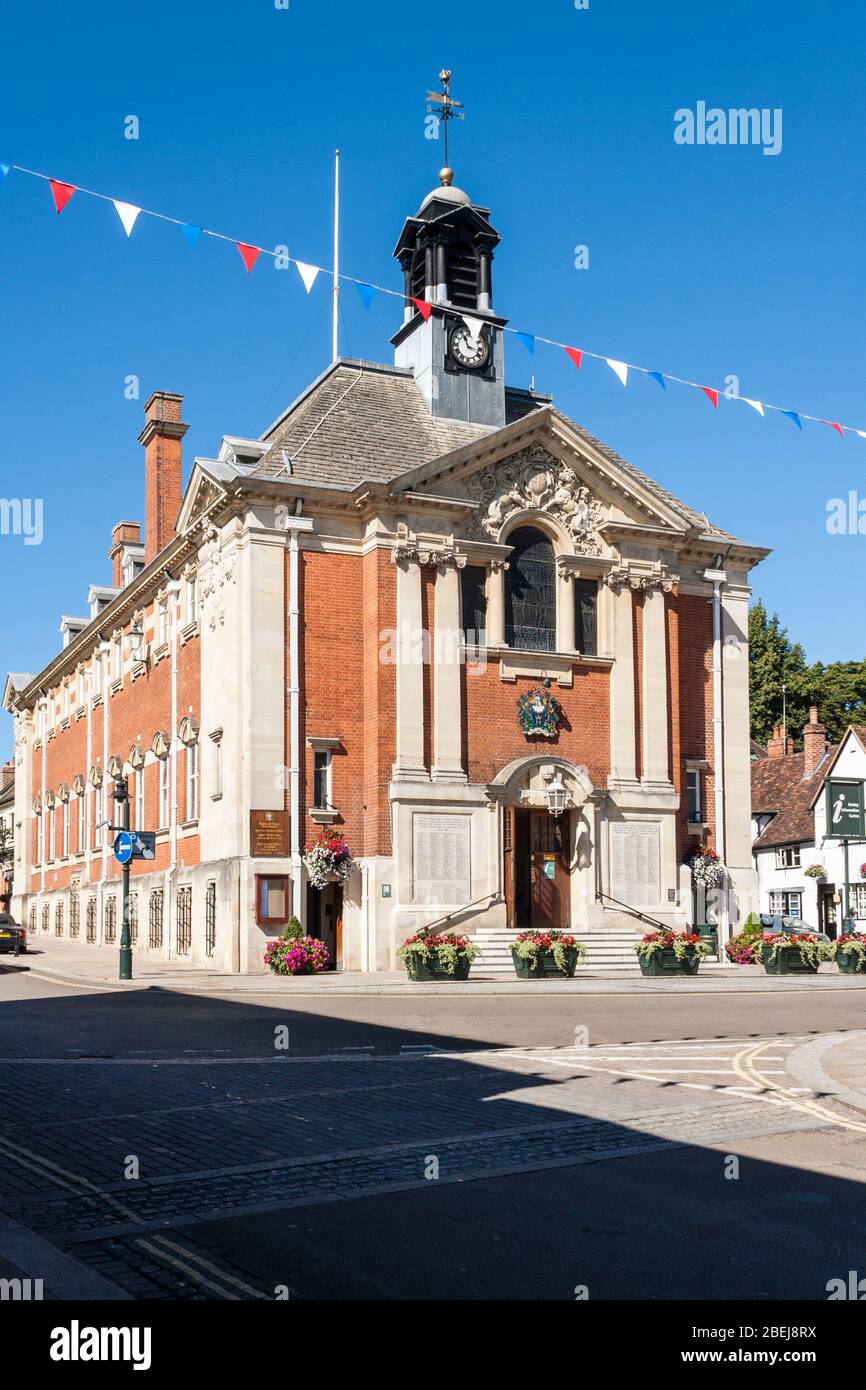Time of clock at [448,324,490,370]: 11:17
